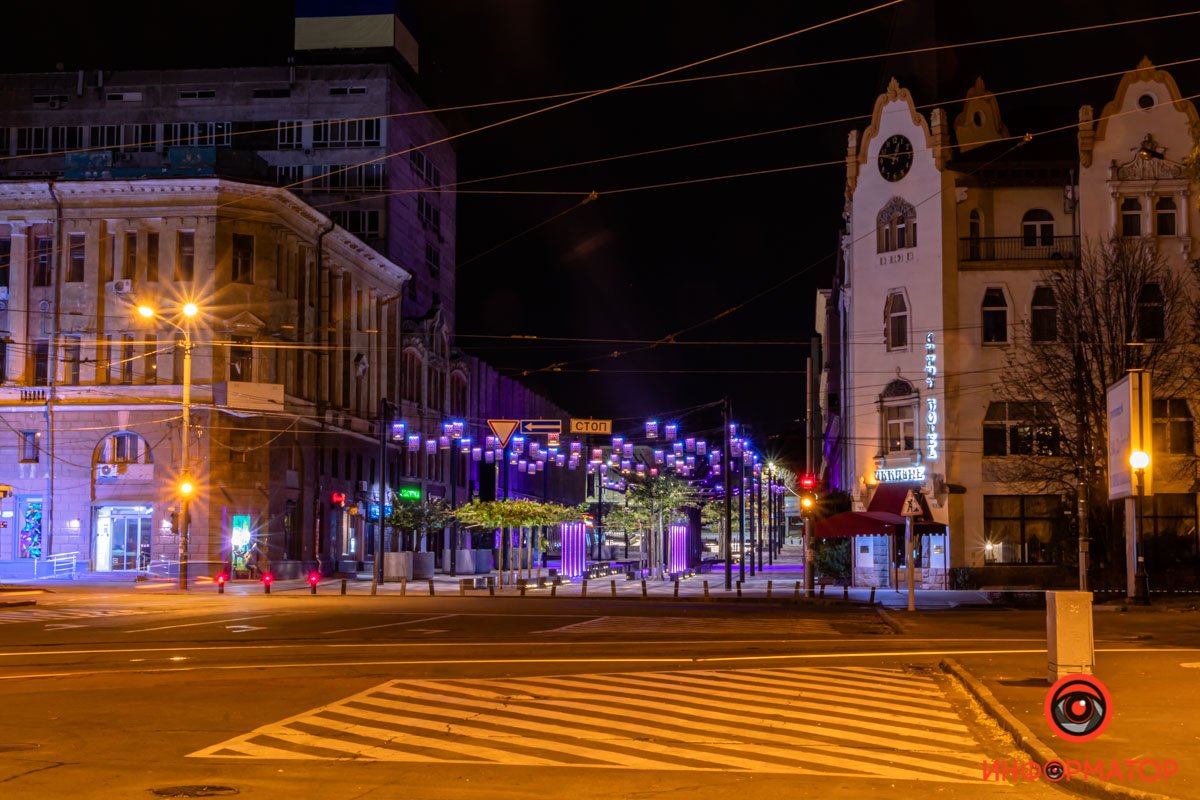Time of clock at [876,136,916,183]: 12:47
